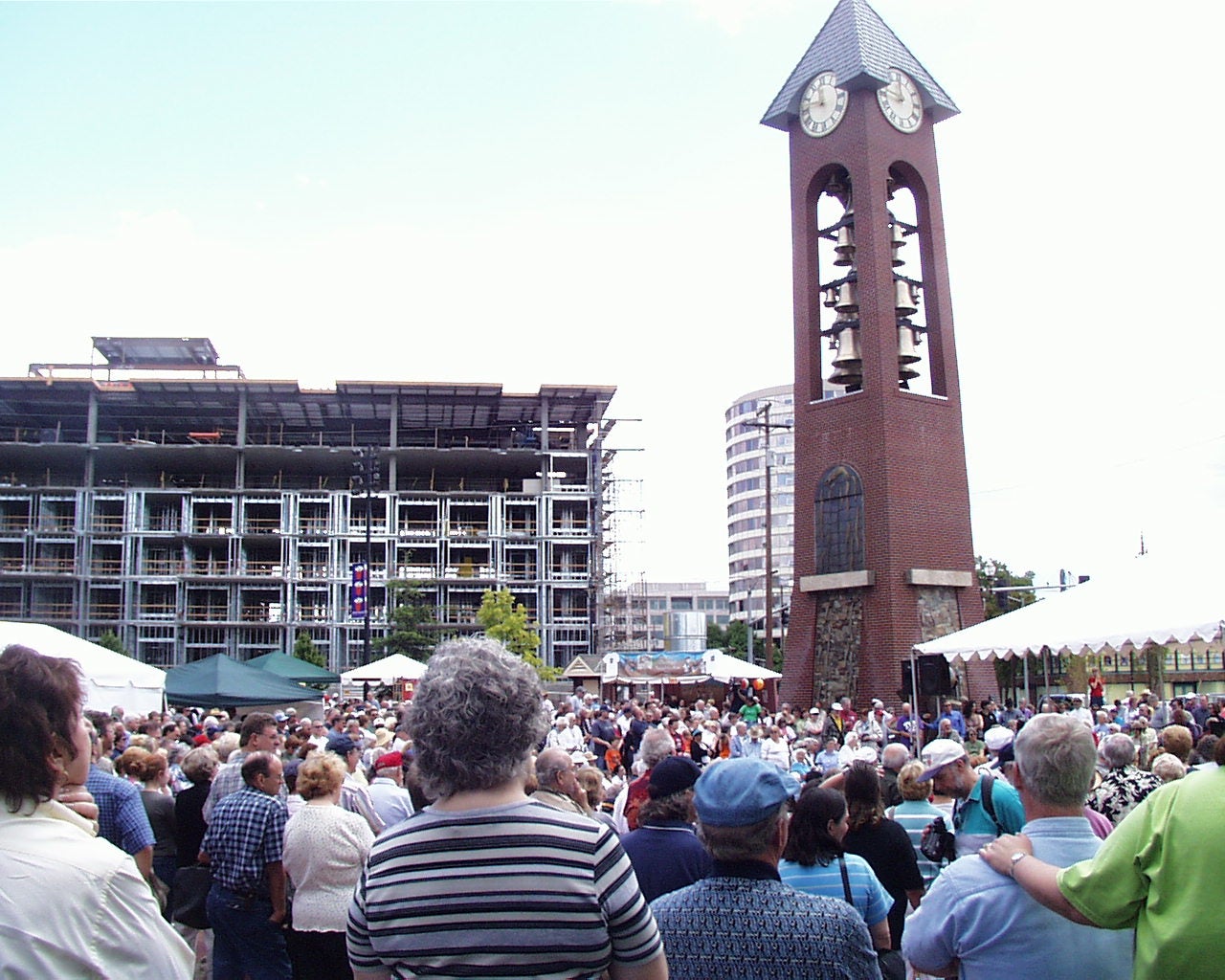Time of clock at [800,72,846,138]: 11:46
